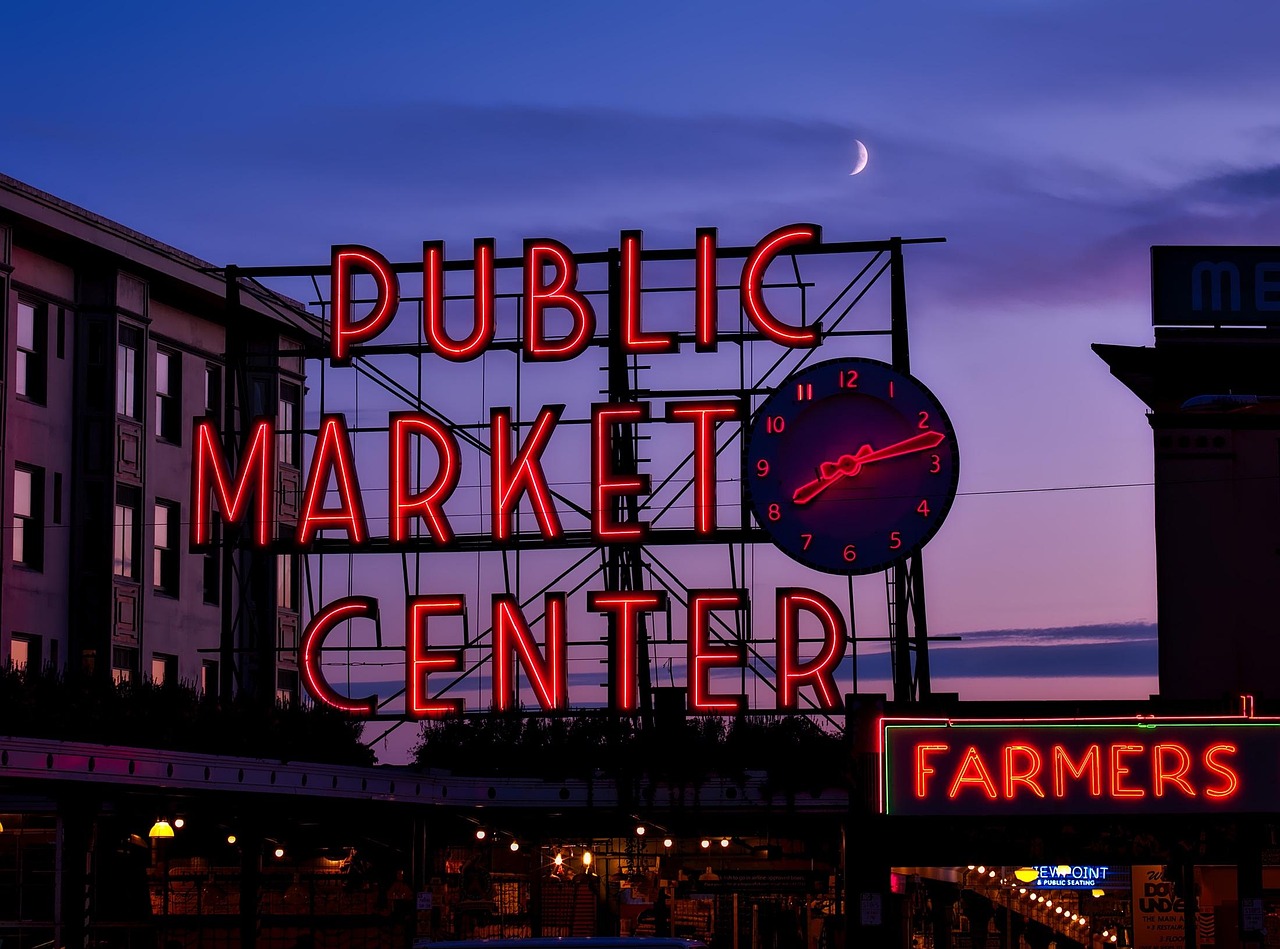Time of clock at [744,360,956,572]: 8:13
